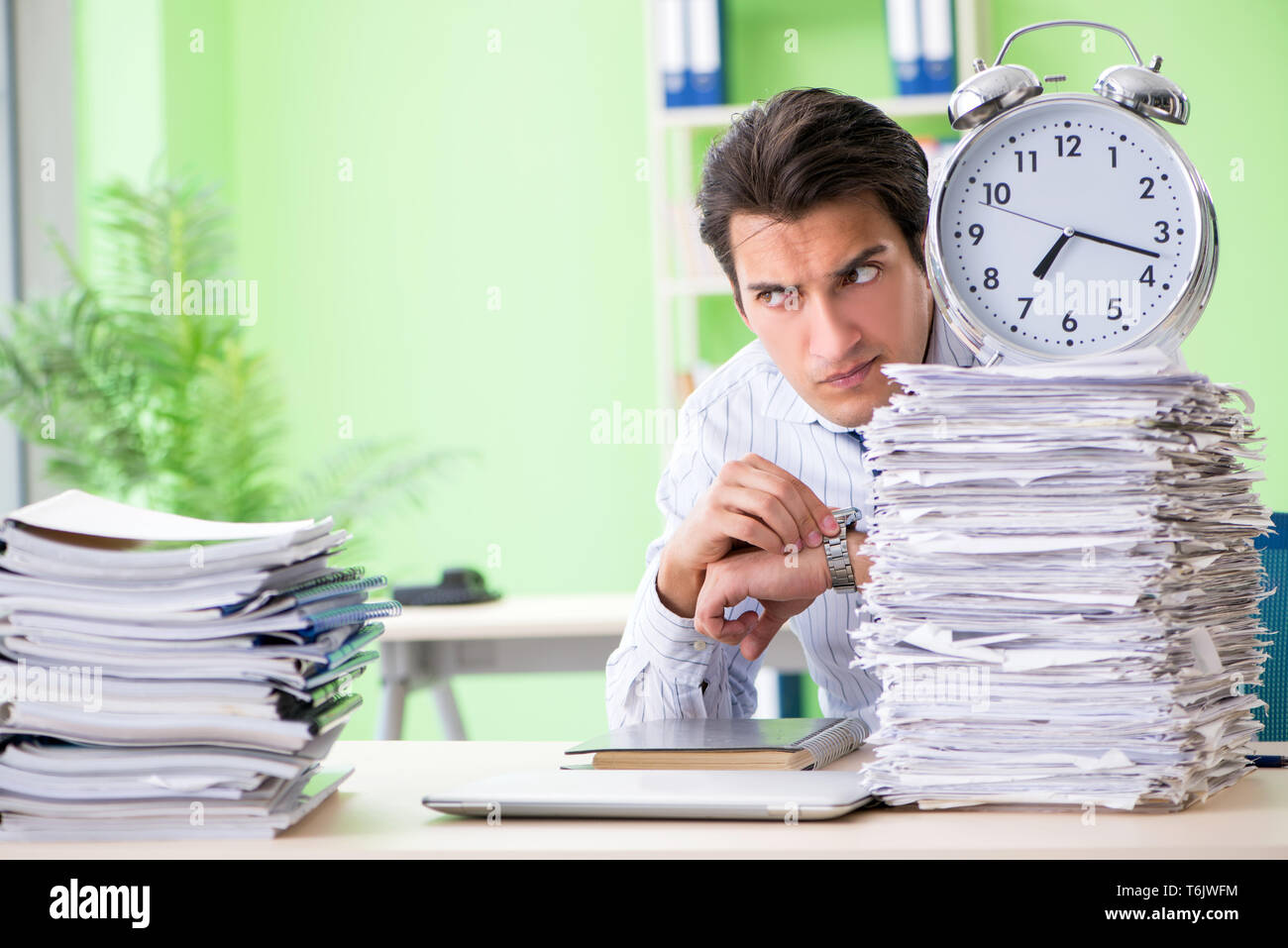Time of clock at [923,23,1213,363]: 7:17
